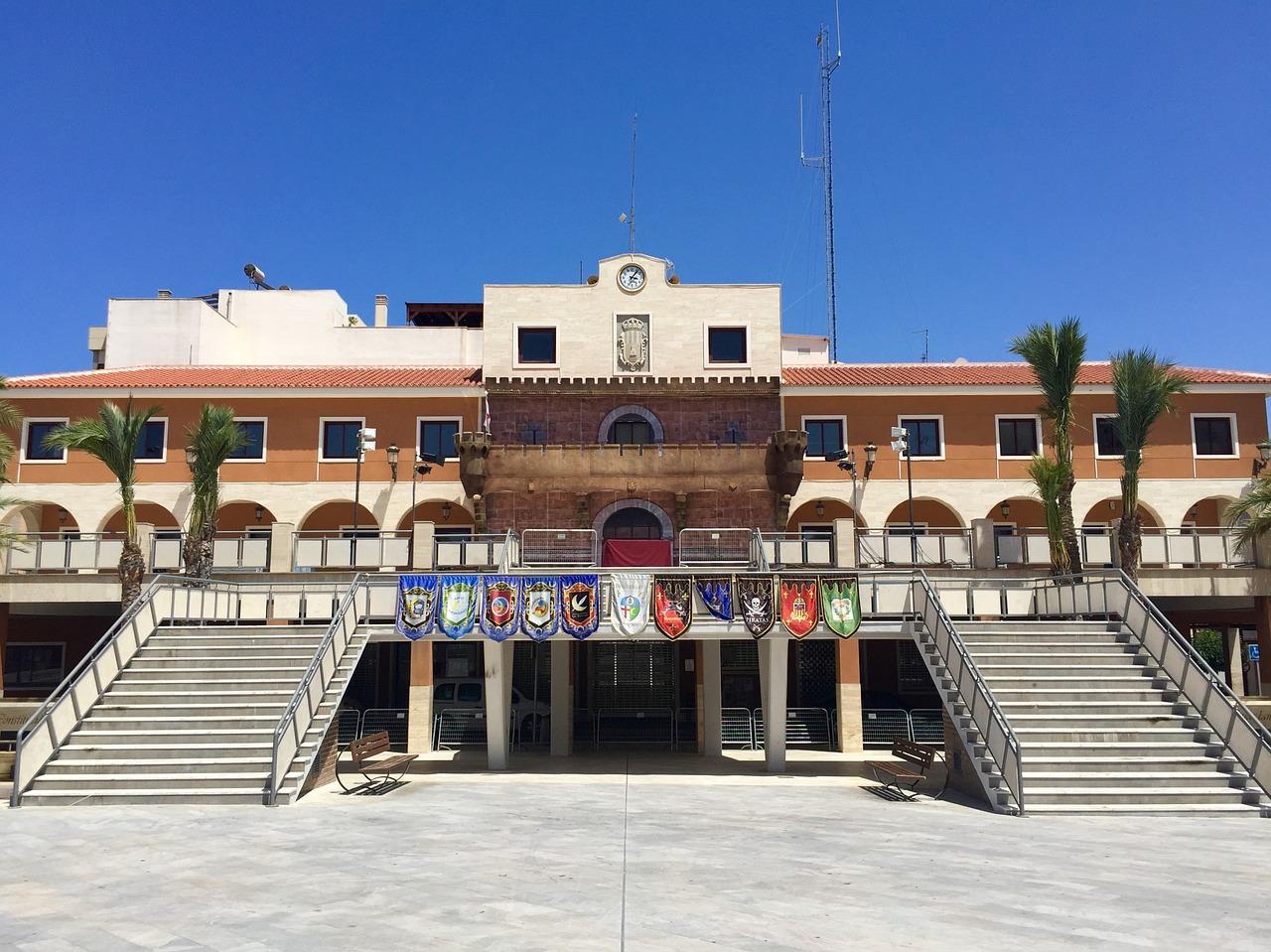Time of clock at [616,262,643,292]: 3:06
